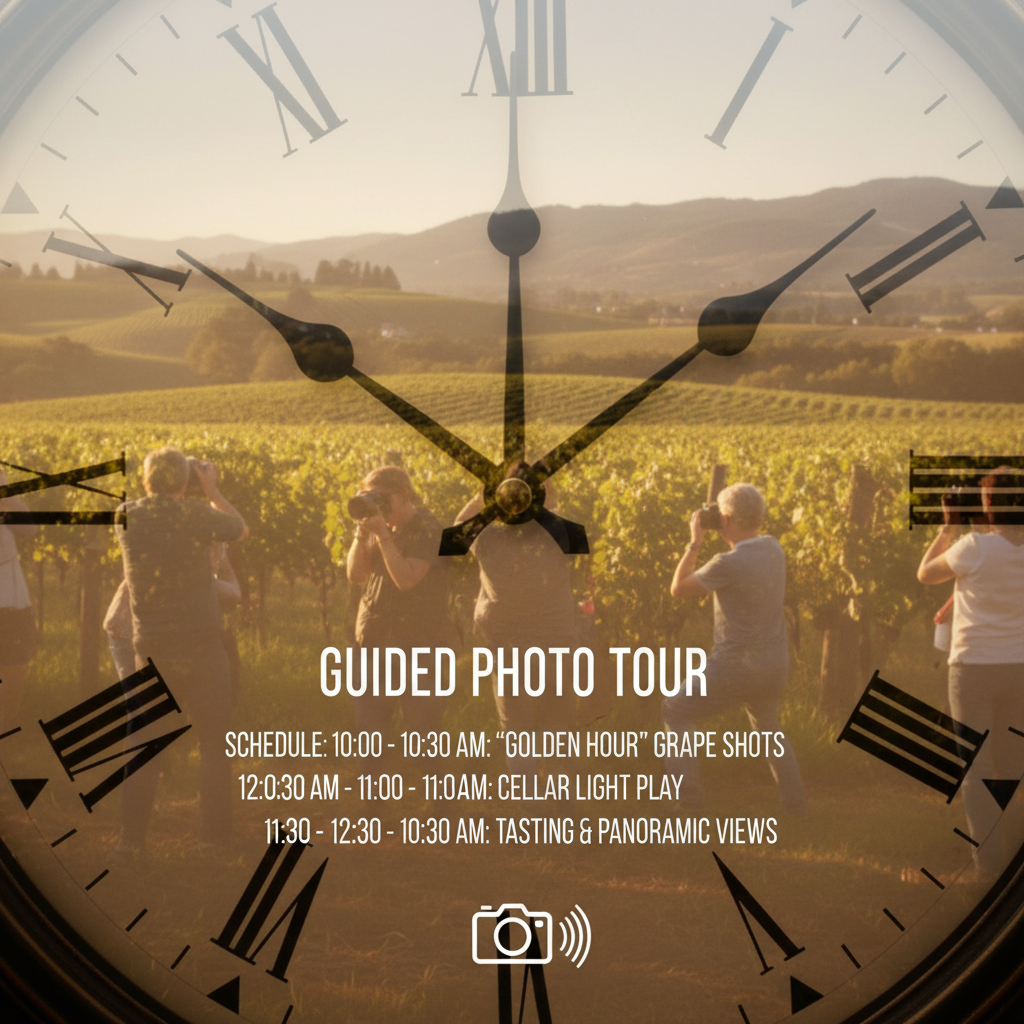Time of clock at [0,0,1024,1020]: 1:50
